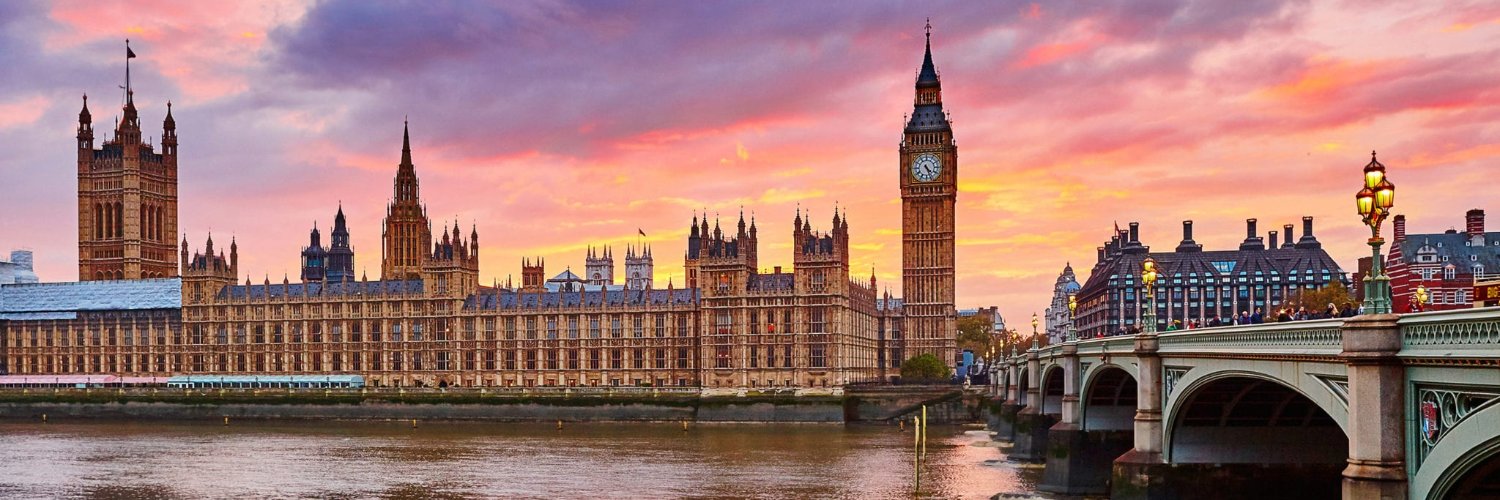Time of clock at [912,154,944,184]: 4:26
